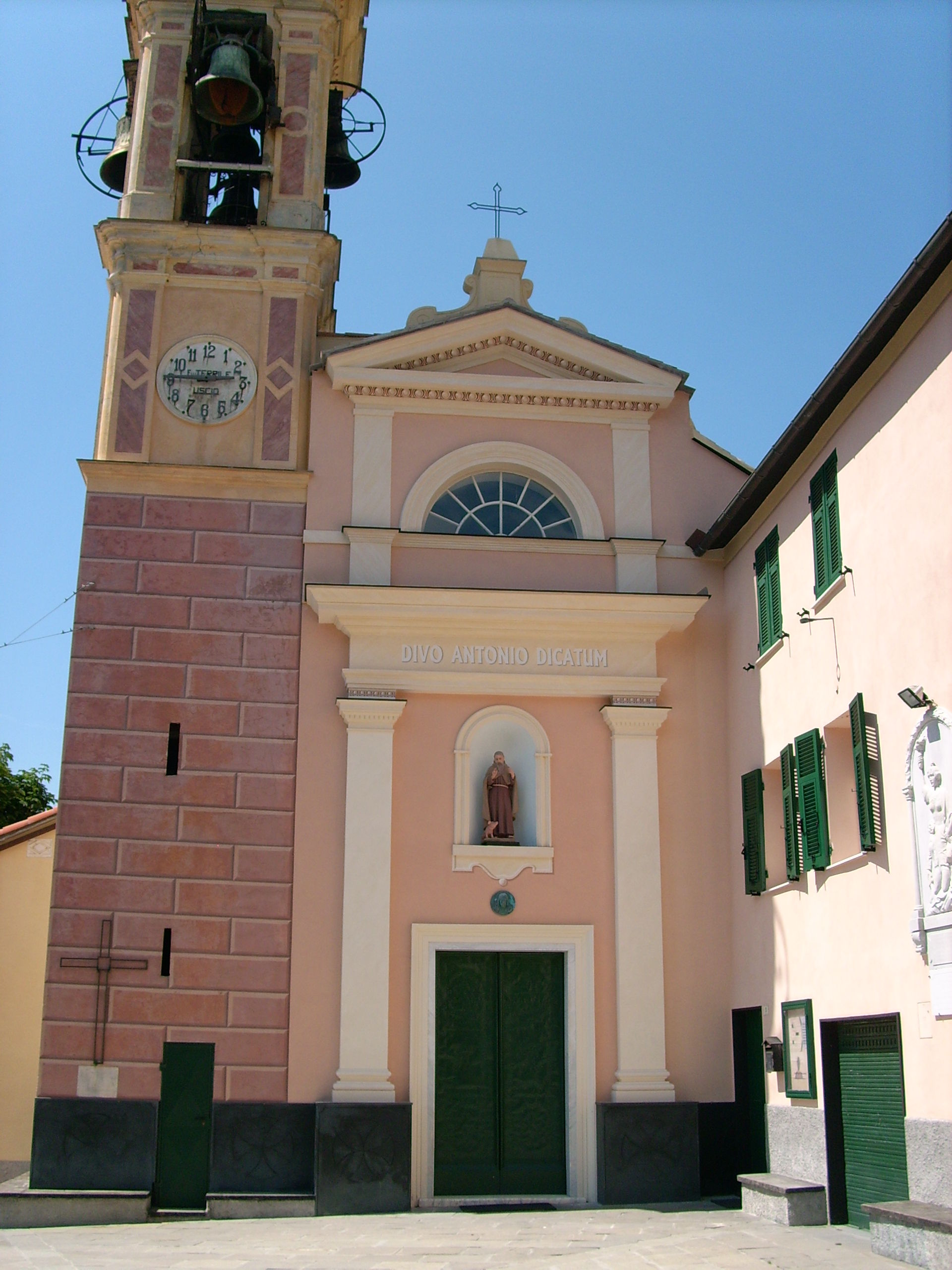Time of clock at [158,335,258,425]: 2:45
